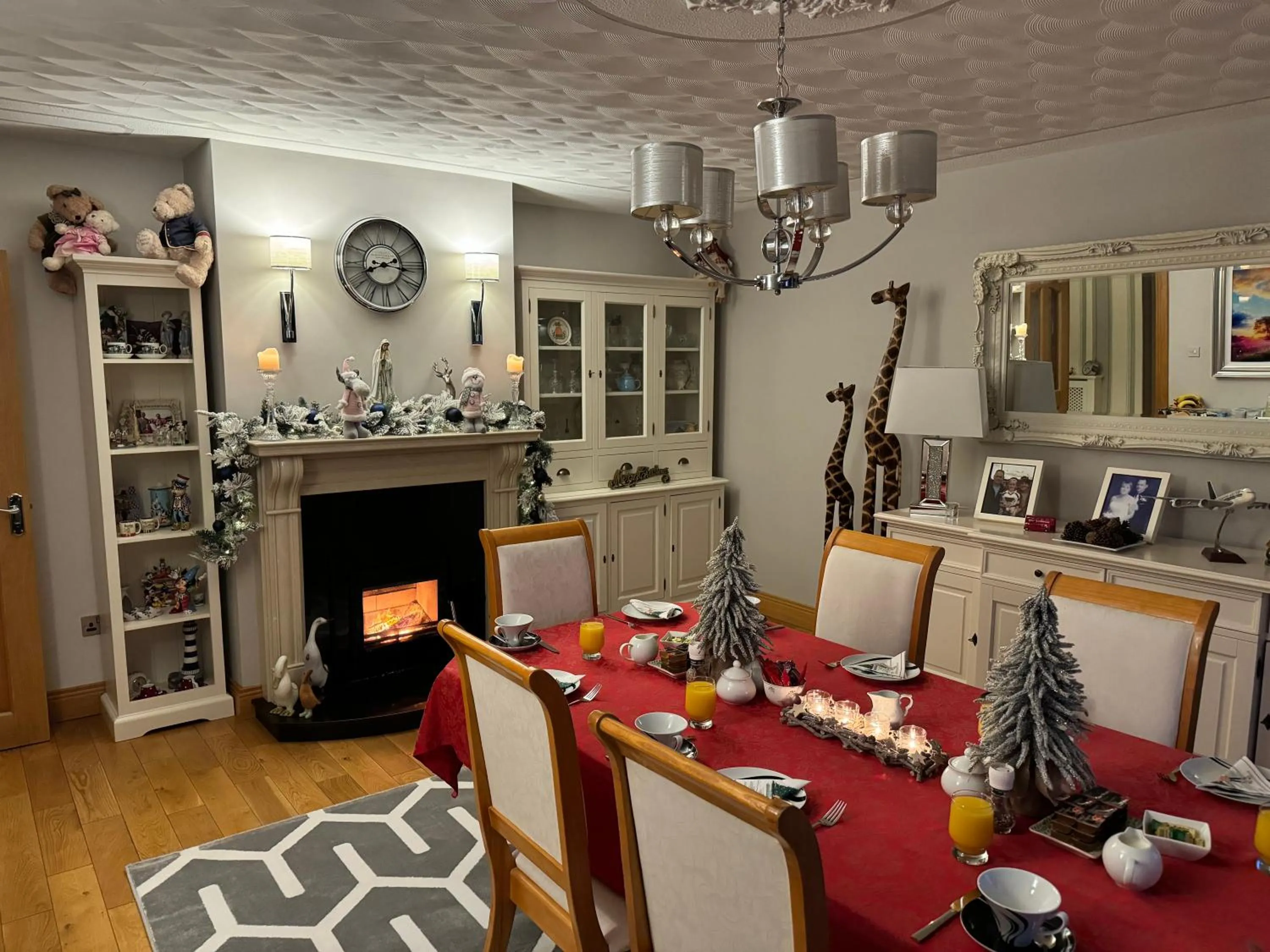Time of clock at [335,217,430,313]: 8:16
